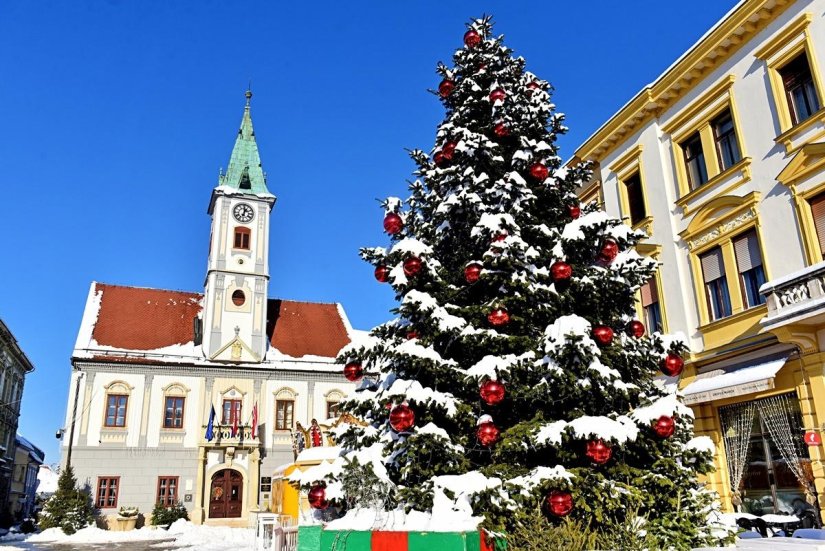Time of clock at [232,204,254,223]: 1:01
